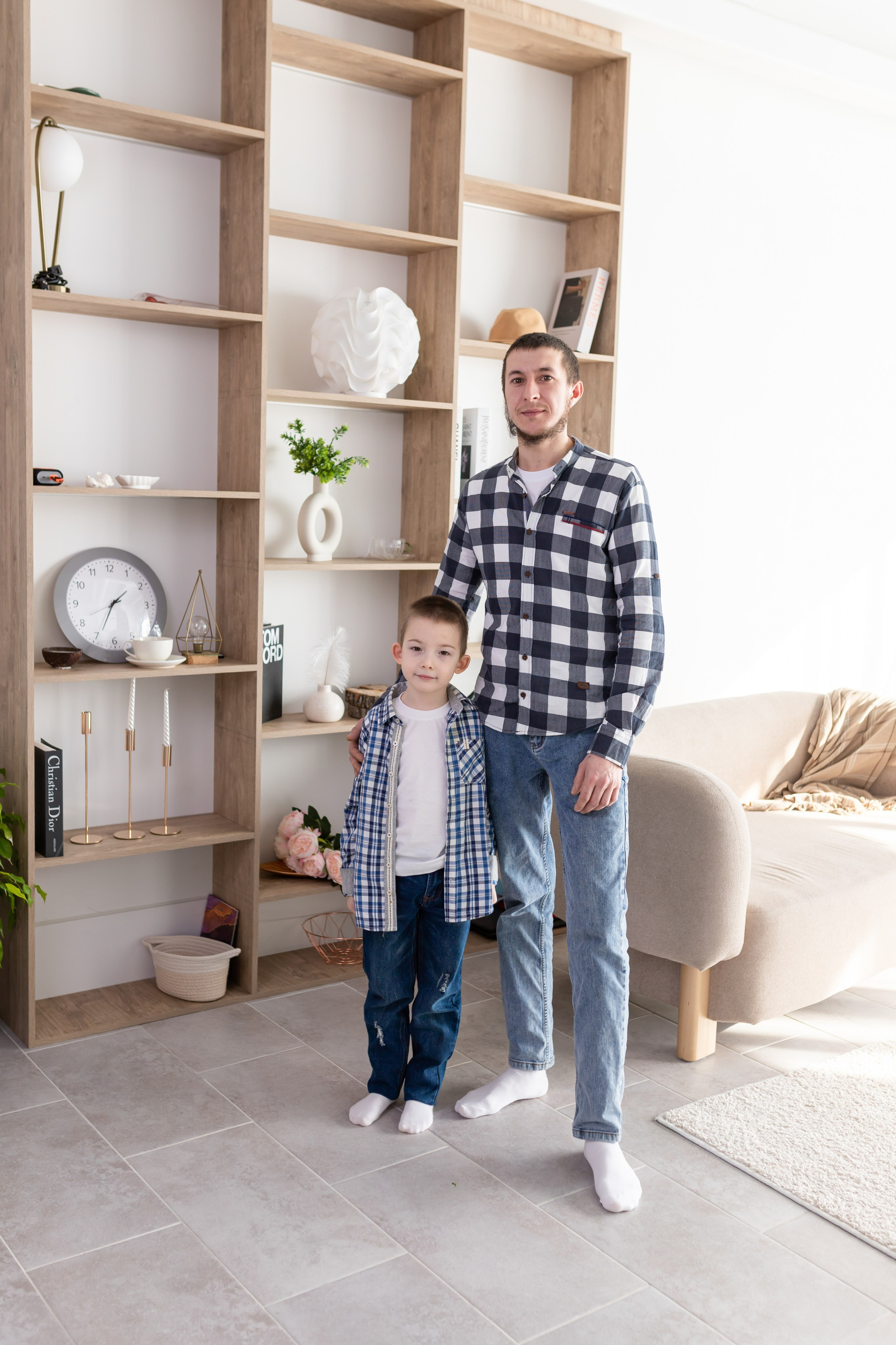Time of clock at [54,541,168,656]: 1:34
